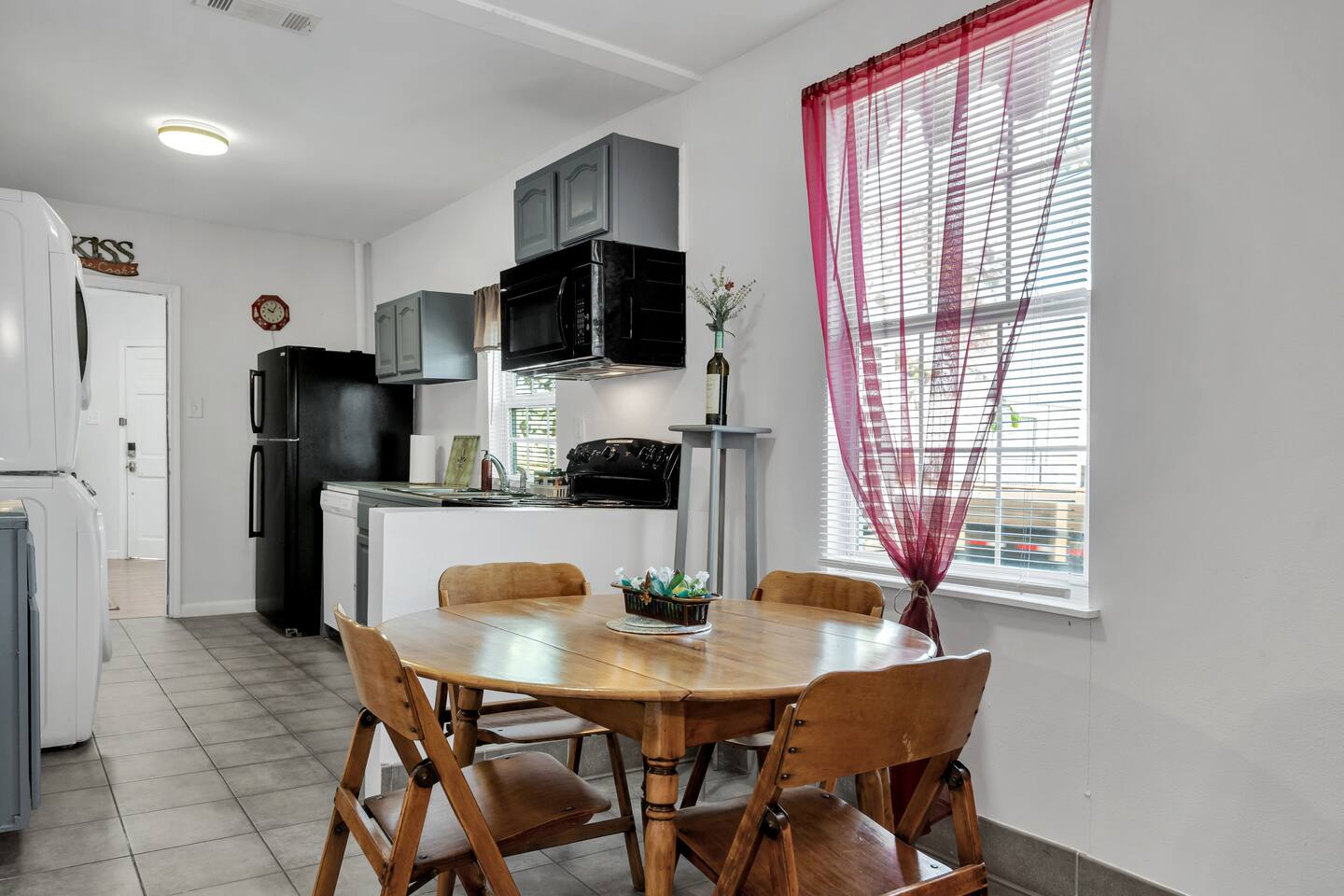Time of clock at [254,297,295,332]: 10:06
